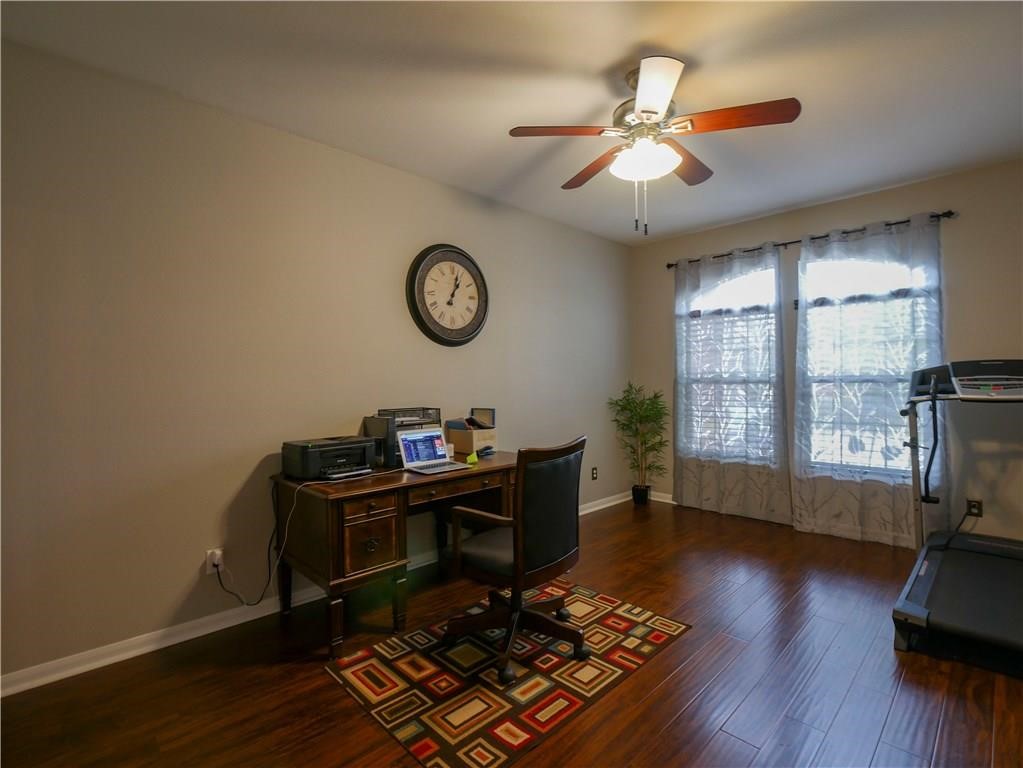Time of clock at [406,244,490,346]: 1:02
